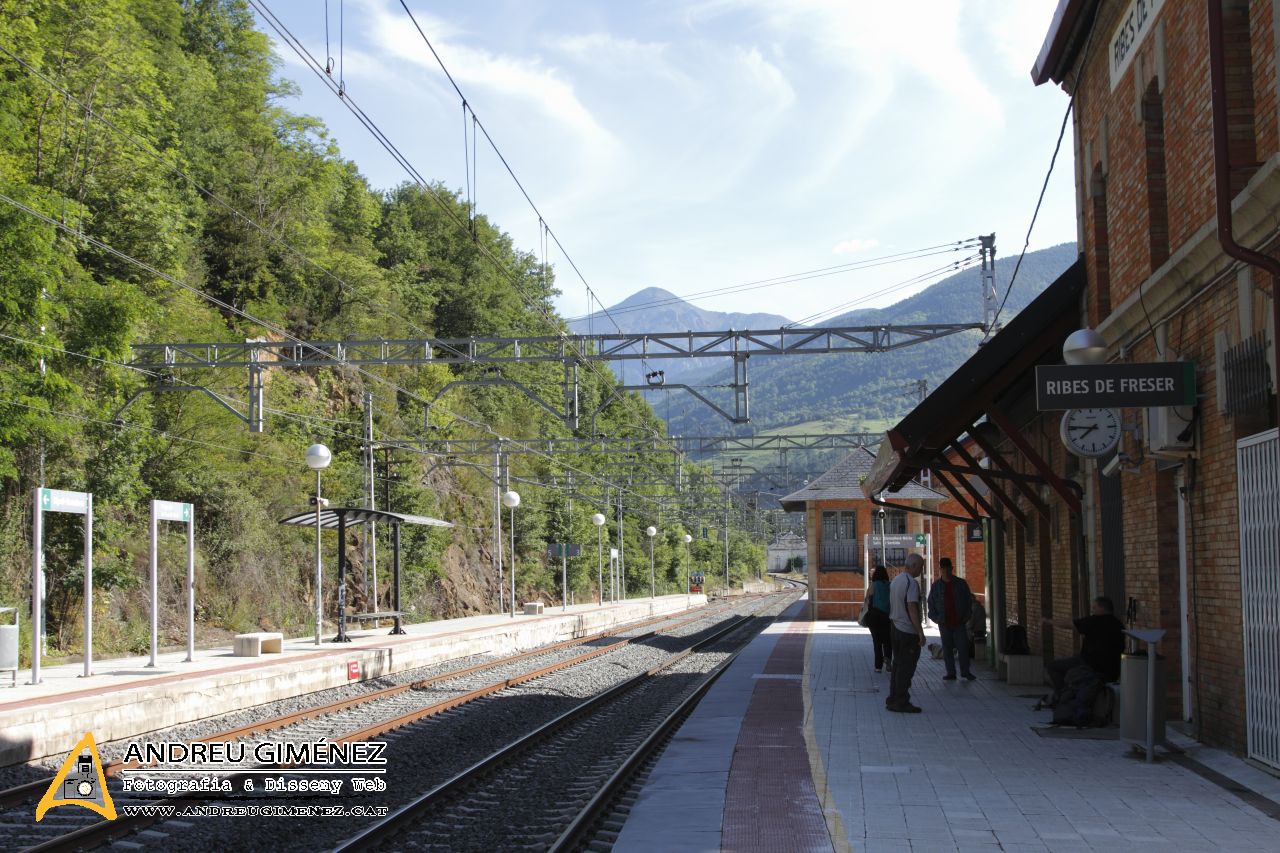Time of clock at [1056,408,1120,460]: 7:46
